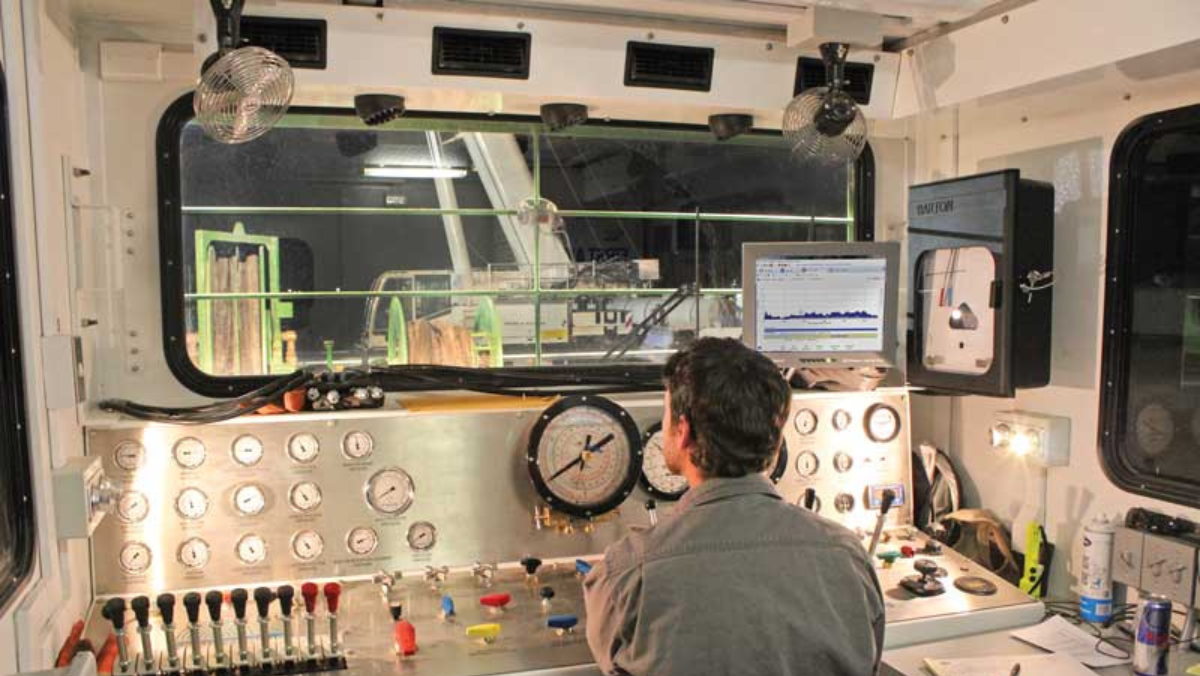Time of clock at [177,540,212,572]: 5:32
